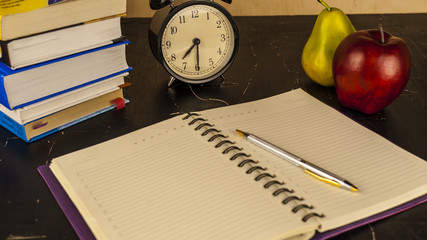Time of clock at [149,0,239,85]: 7:30
